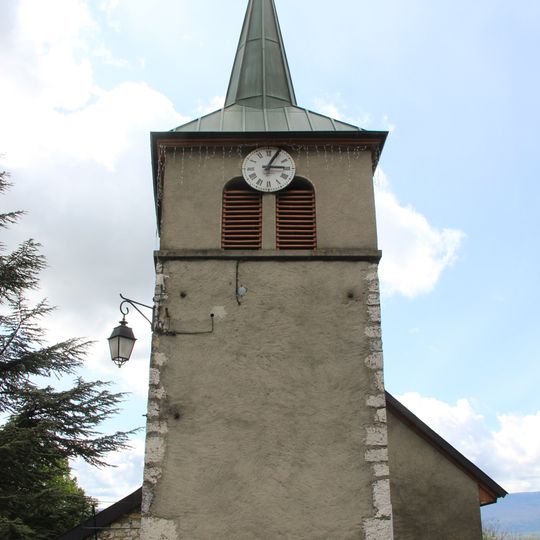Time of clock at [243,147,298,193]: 3:04
